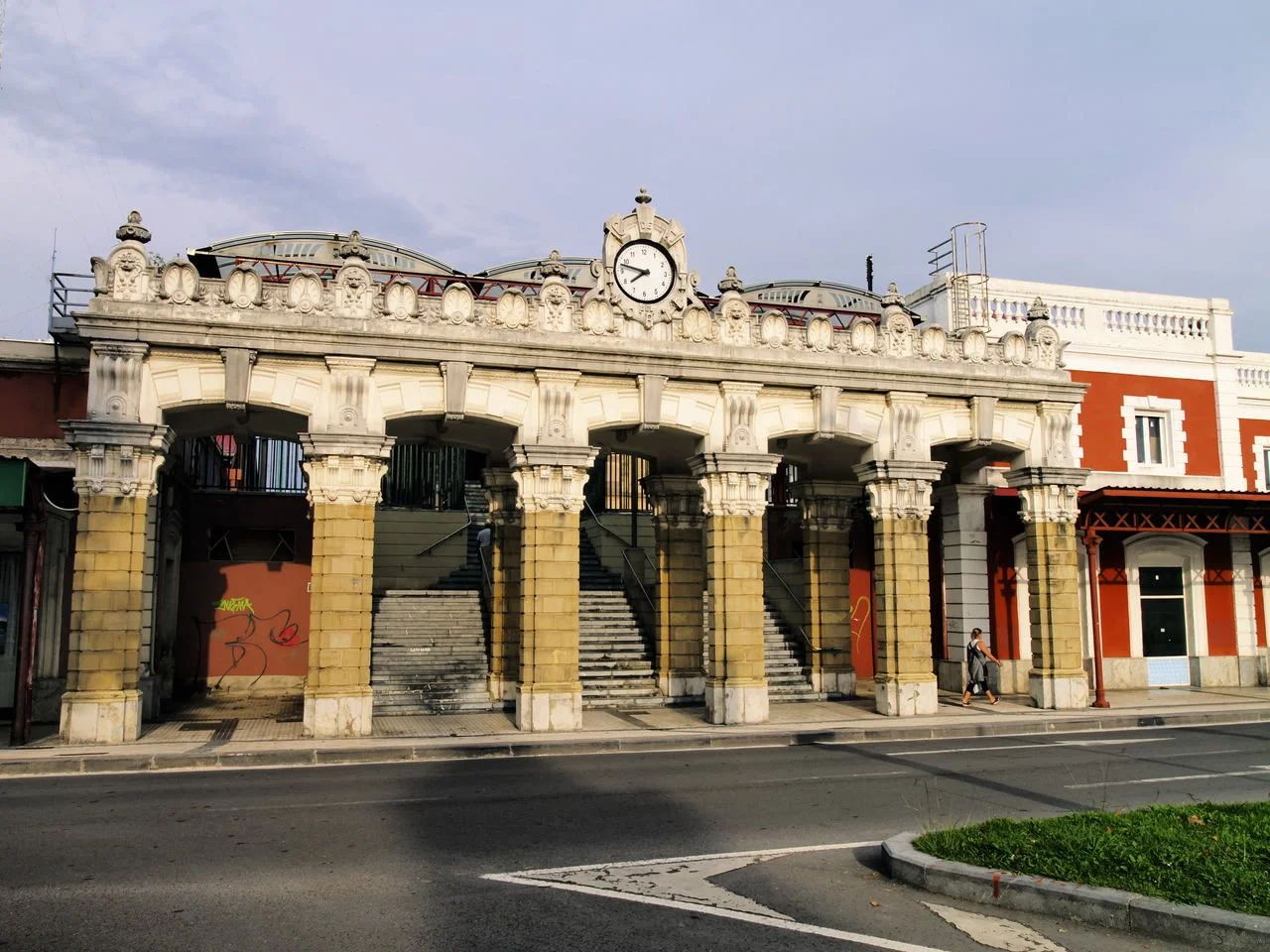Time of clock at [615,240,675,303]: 7:47
